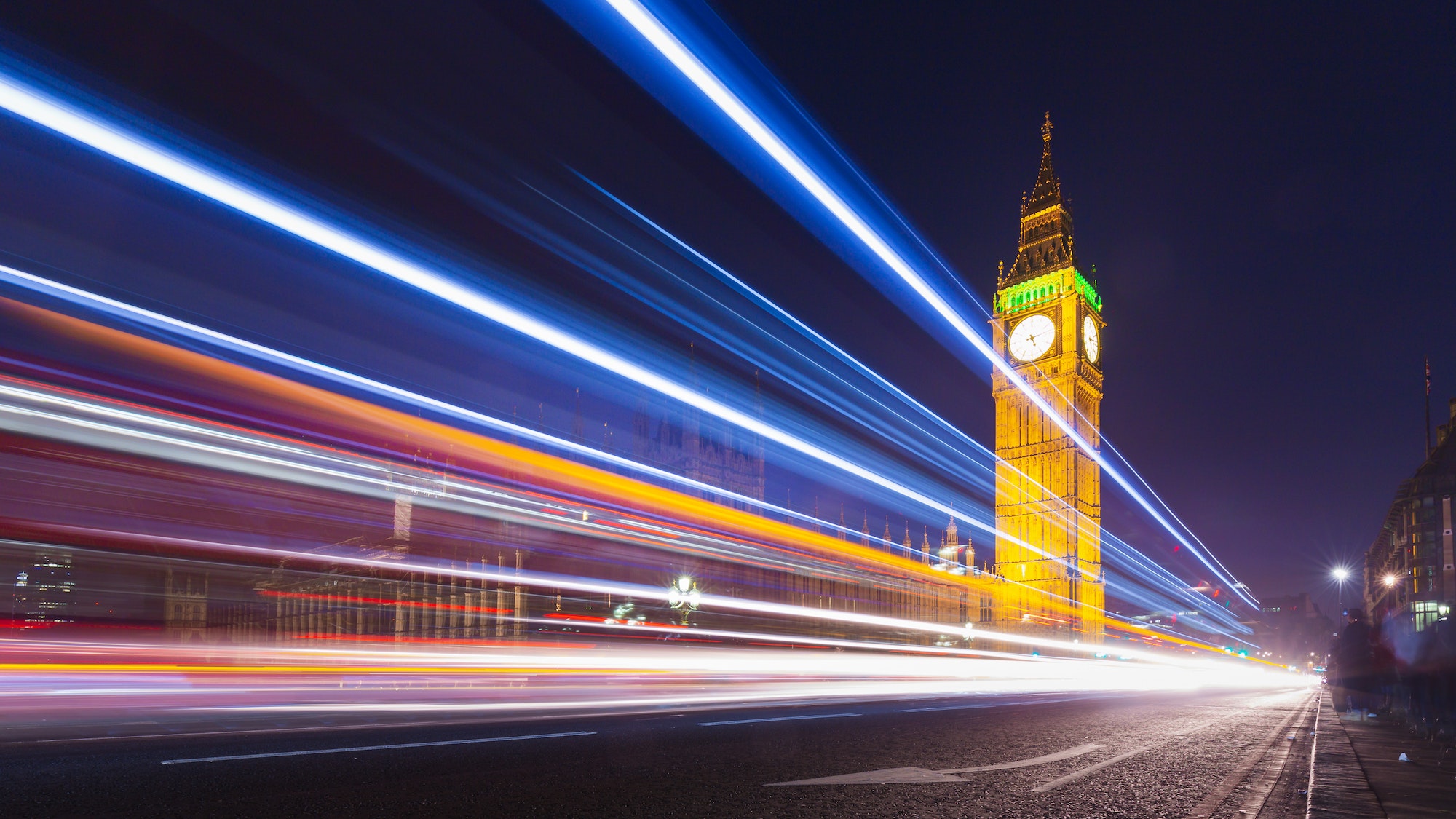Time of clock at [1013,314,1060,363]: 5:13
